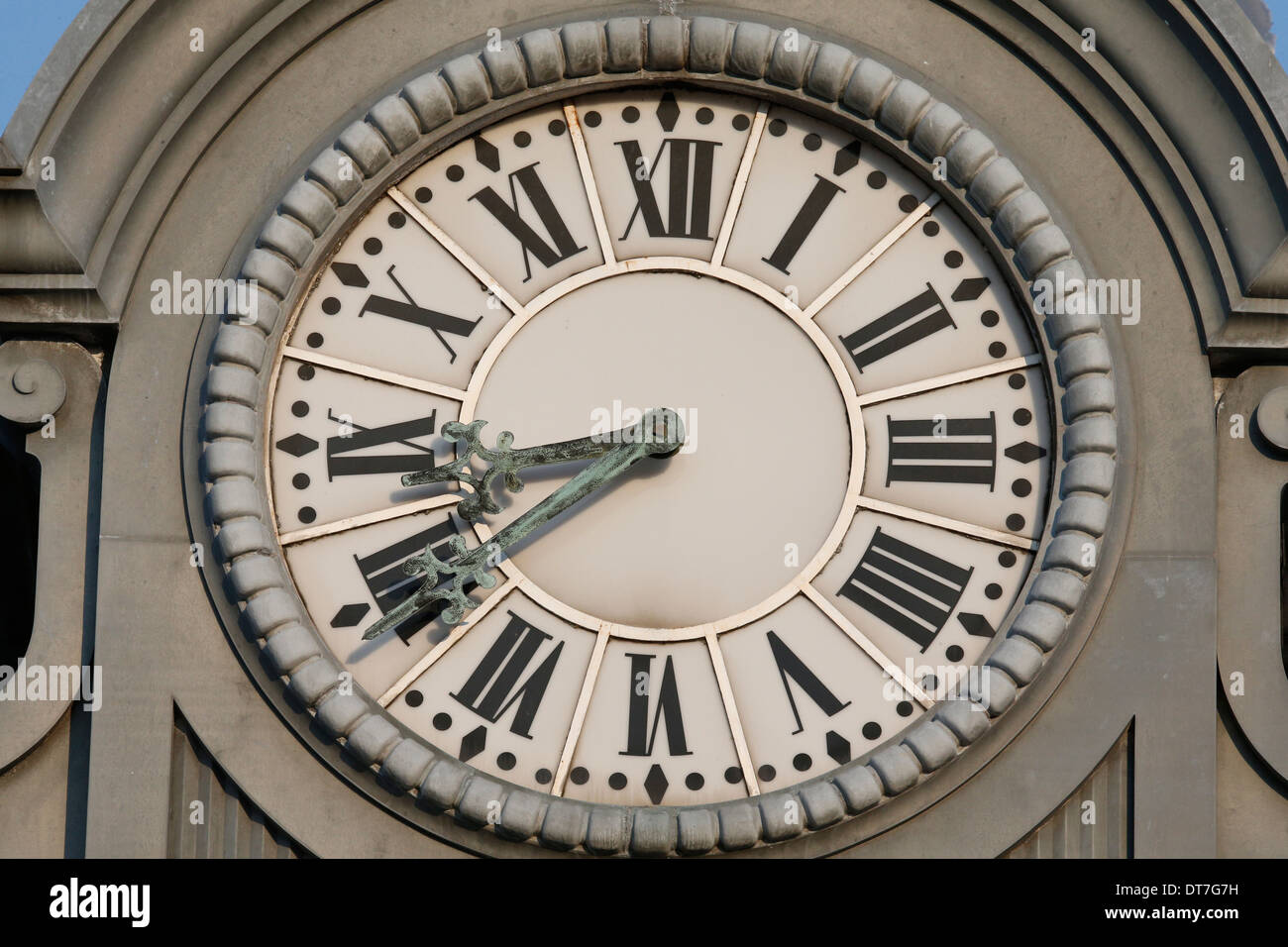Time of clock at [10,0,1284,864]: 8:40
